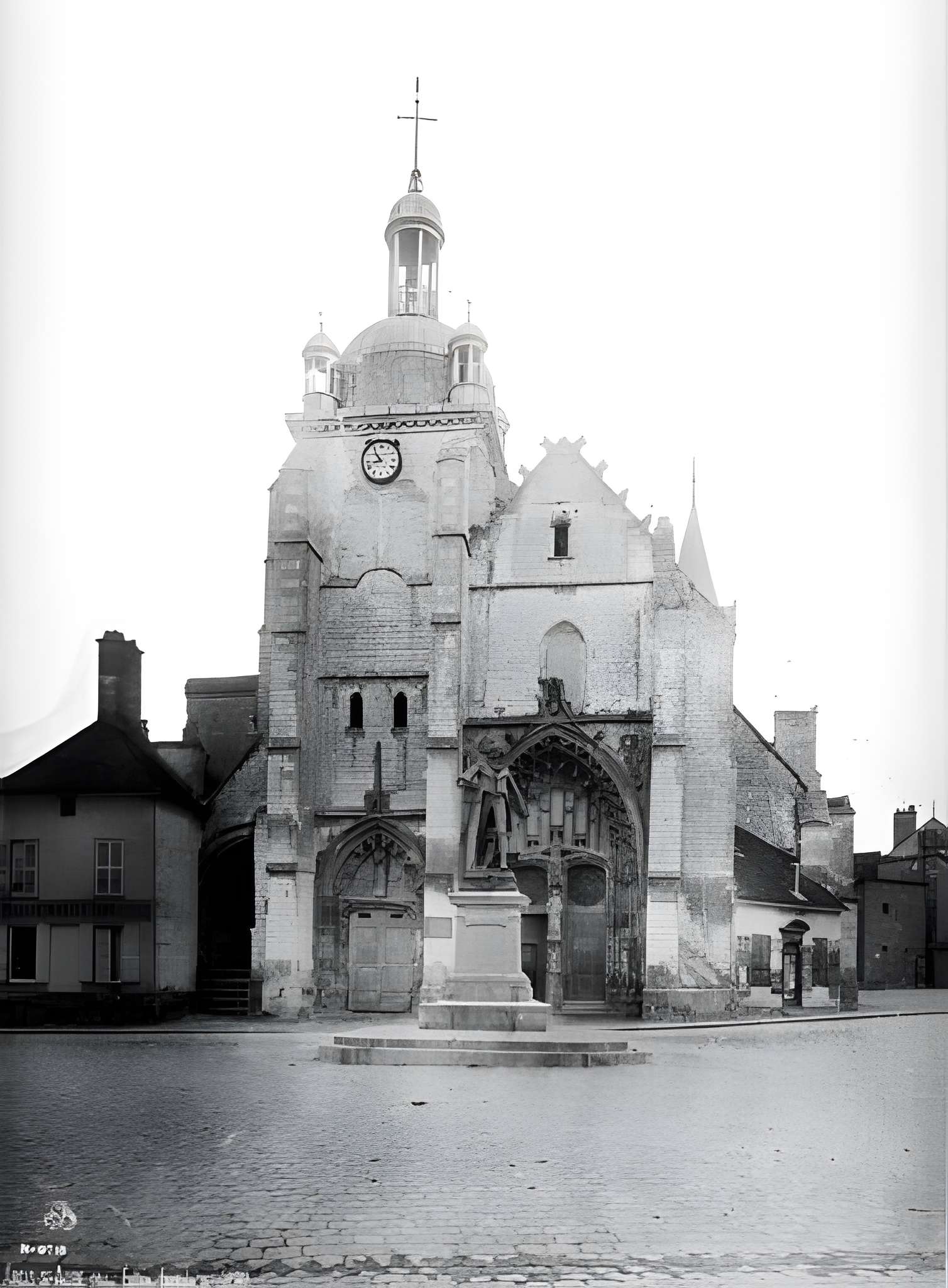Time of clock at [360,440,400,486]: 8:54
